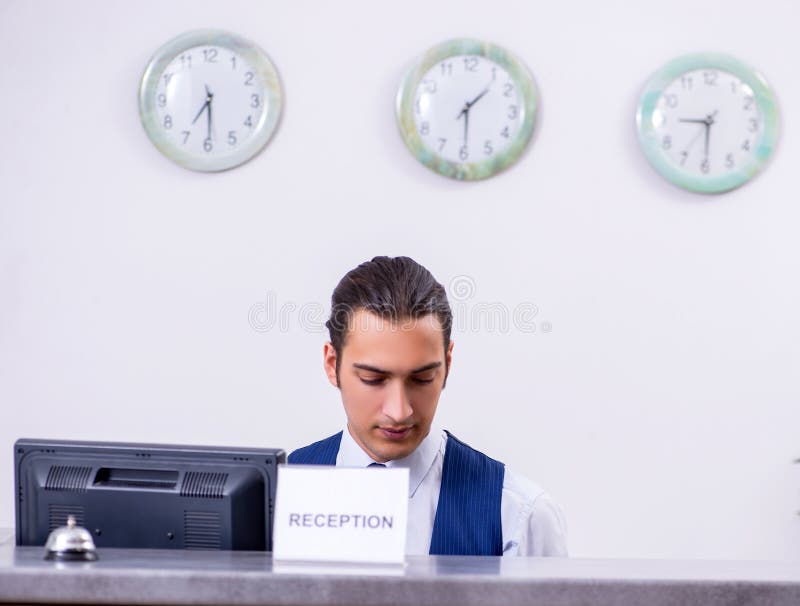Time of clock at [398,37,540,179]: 1:29
